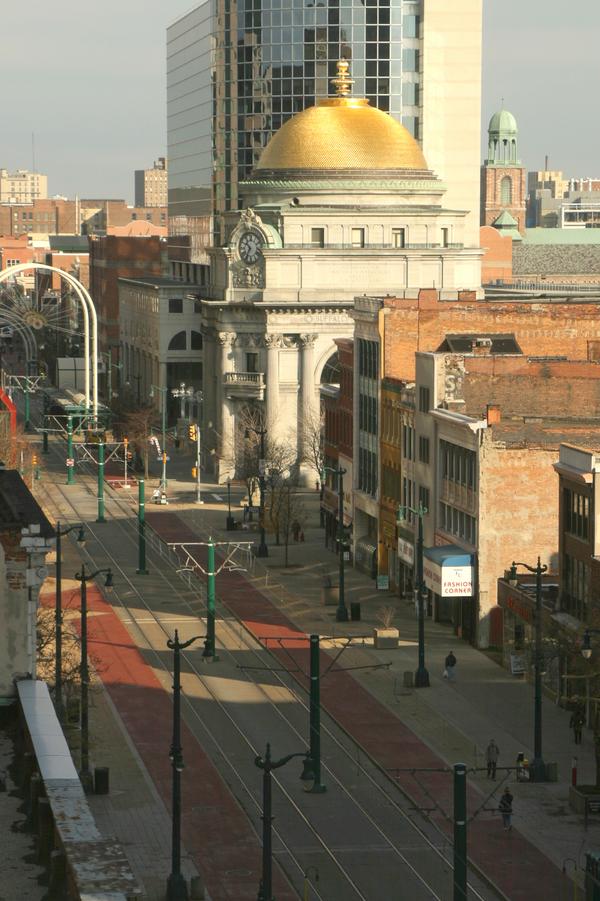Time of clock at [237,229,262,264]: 10:35
